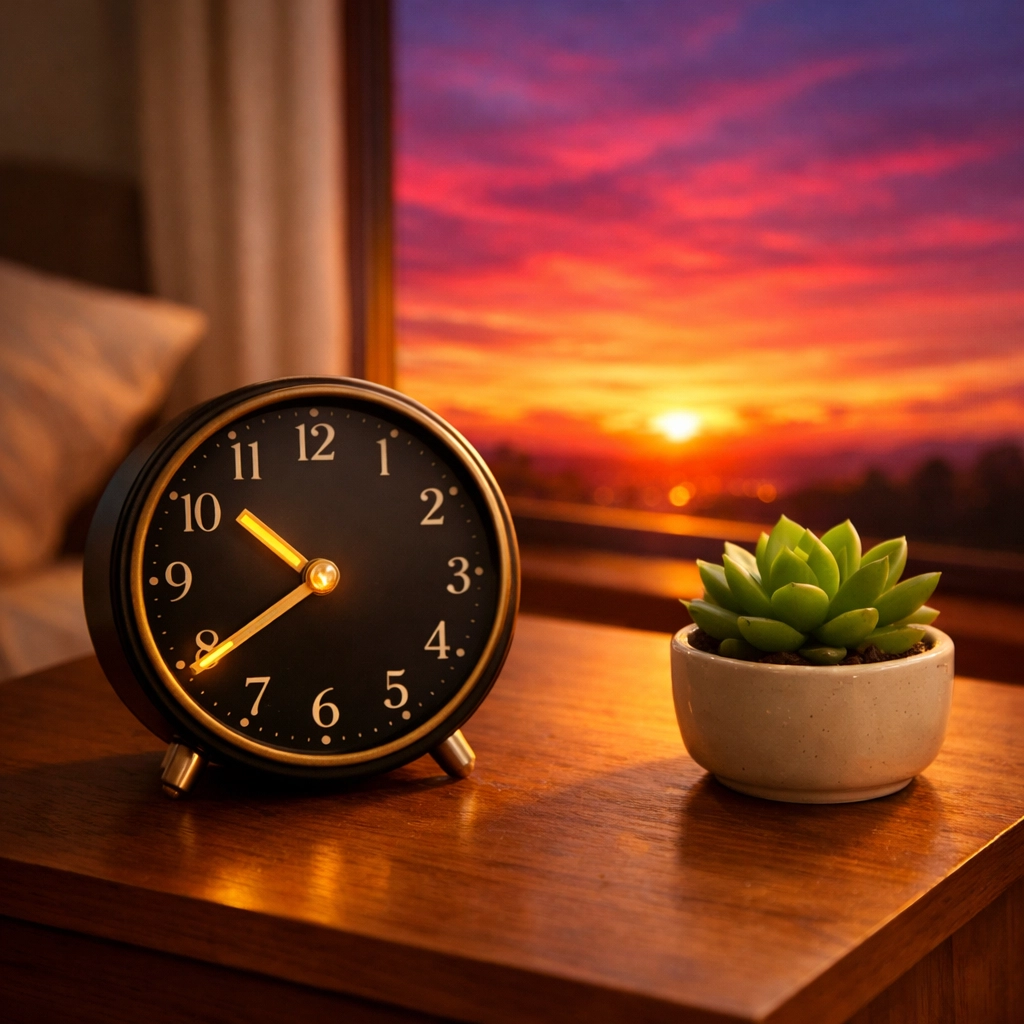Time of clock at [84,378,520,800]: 10:39
